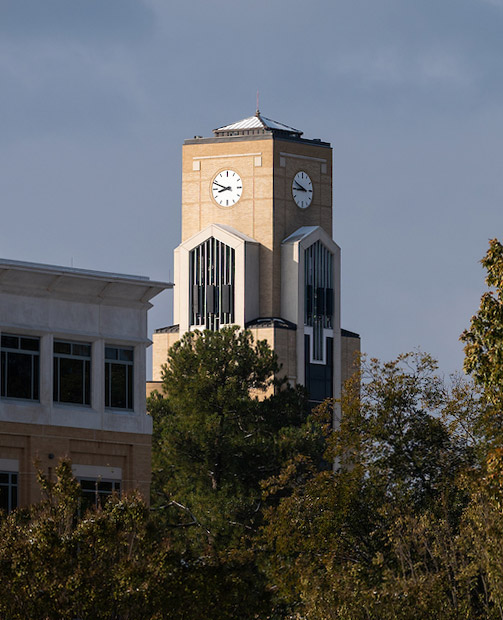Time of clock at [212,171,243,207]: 8:48
